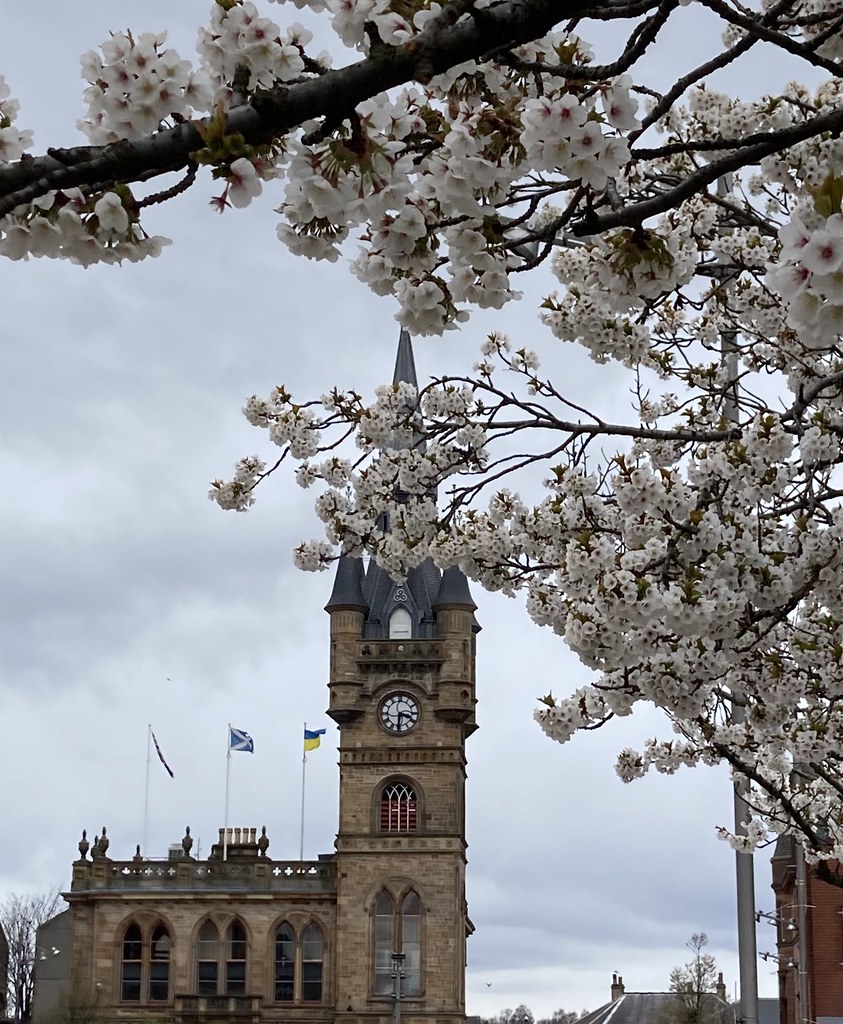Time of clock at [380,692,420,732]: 3:31
